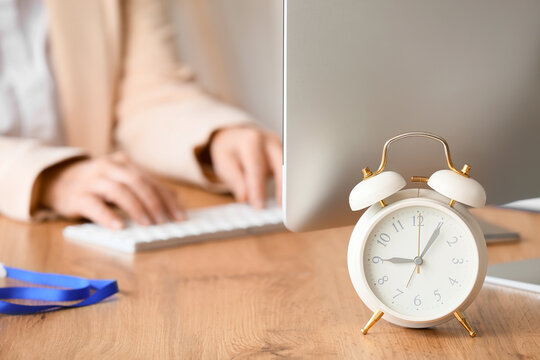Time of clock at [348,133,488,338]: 9:05
